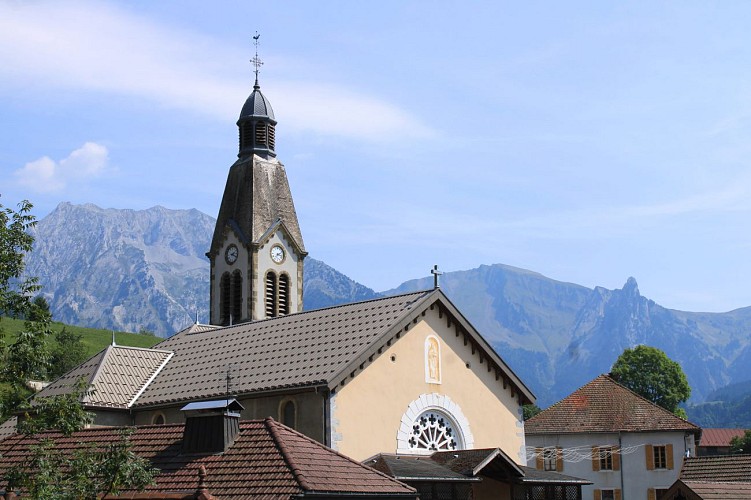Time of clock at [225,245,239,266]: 2:18
